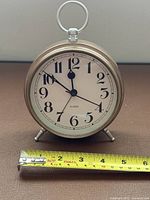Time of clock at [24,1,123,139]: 11:50
